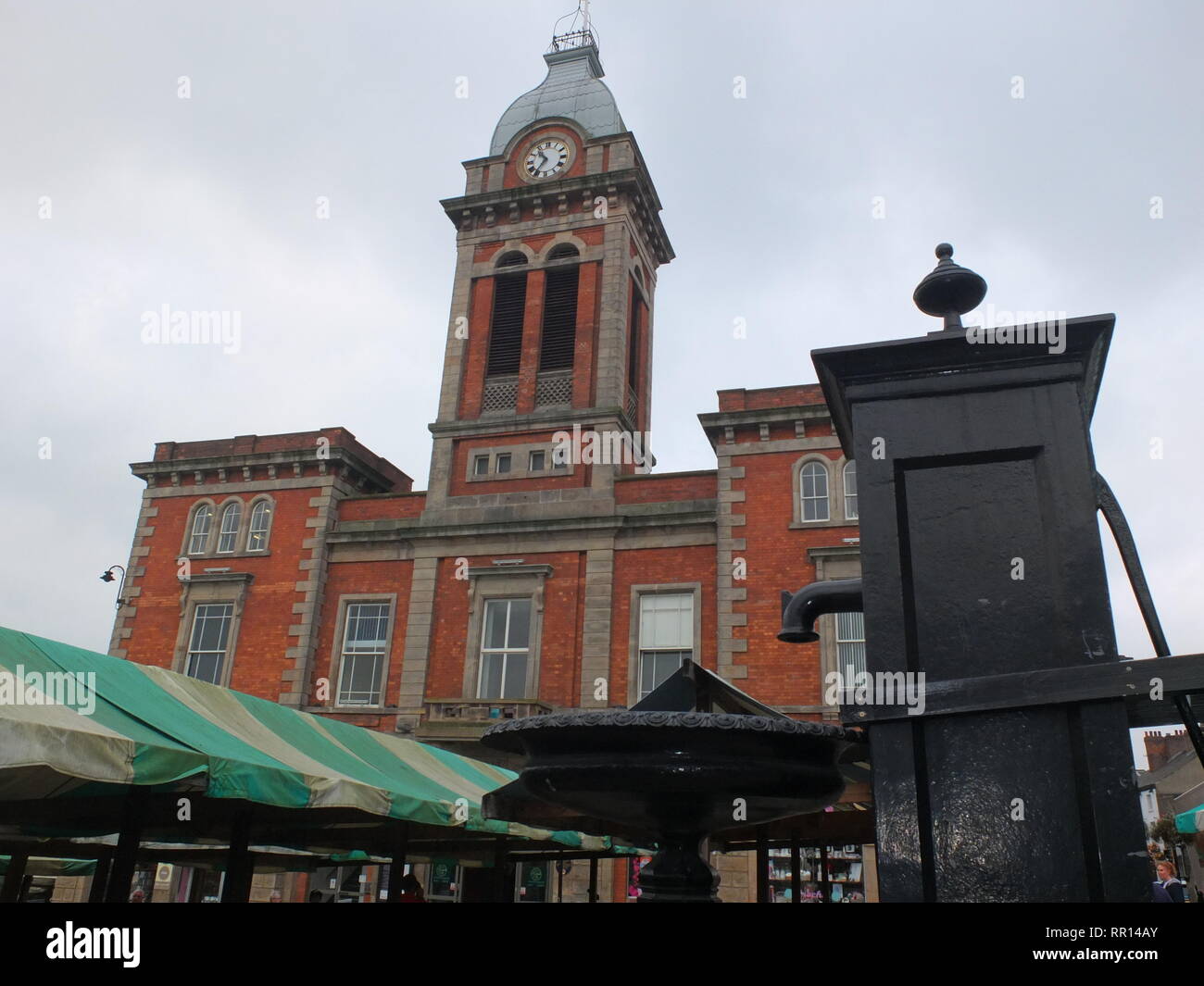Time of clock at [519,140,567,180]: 10:36
